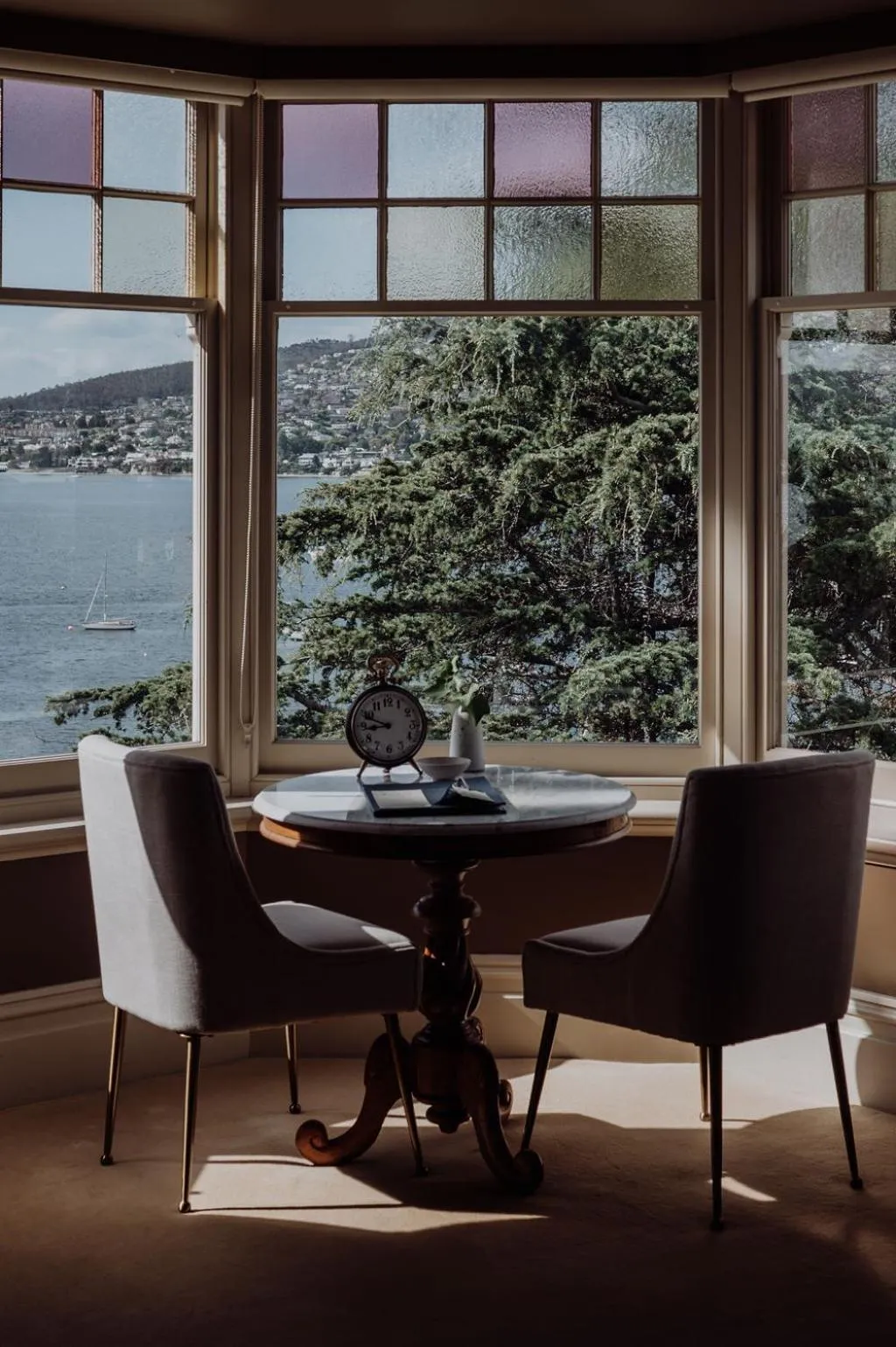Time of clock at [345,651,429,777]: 8:48
